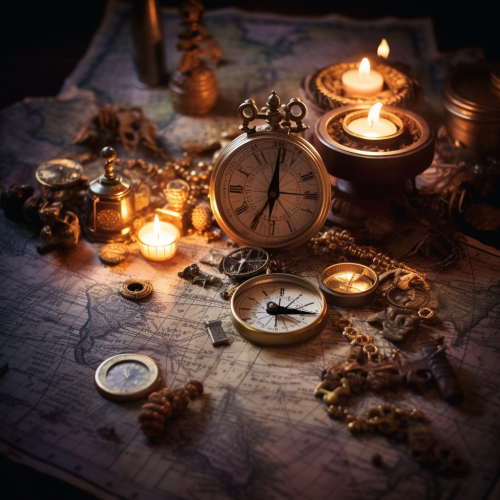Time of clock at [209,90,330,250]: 7:01
